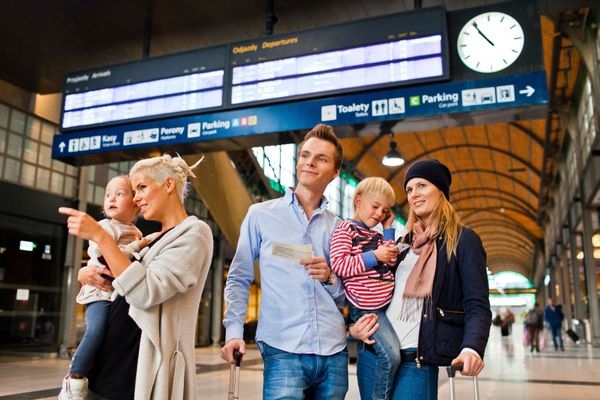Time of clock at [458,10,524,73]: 10:54
